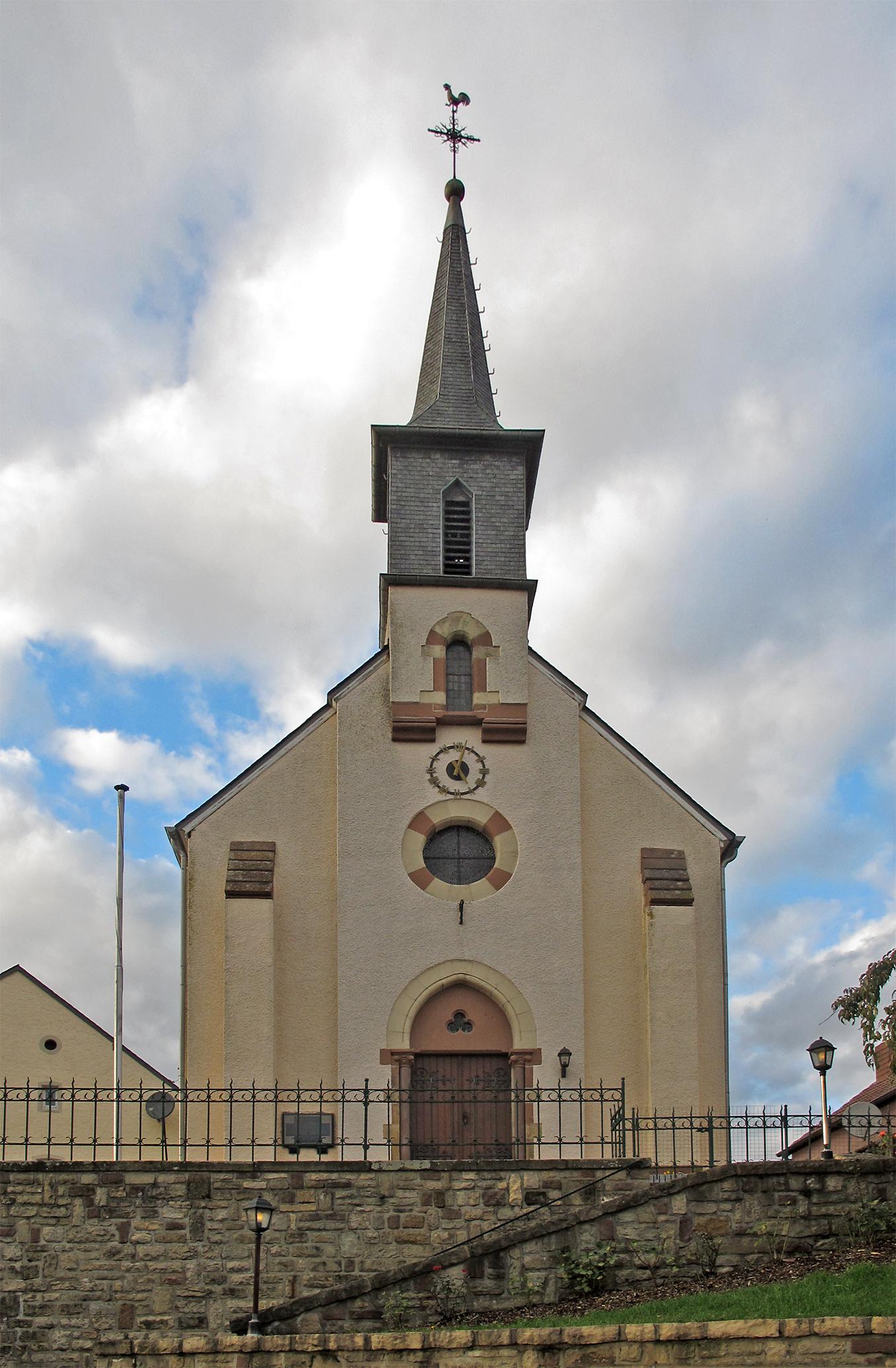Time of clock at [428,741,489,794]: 5:03
